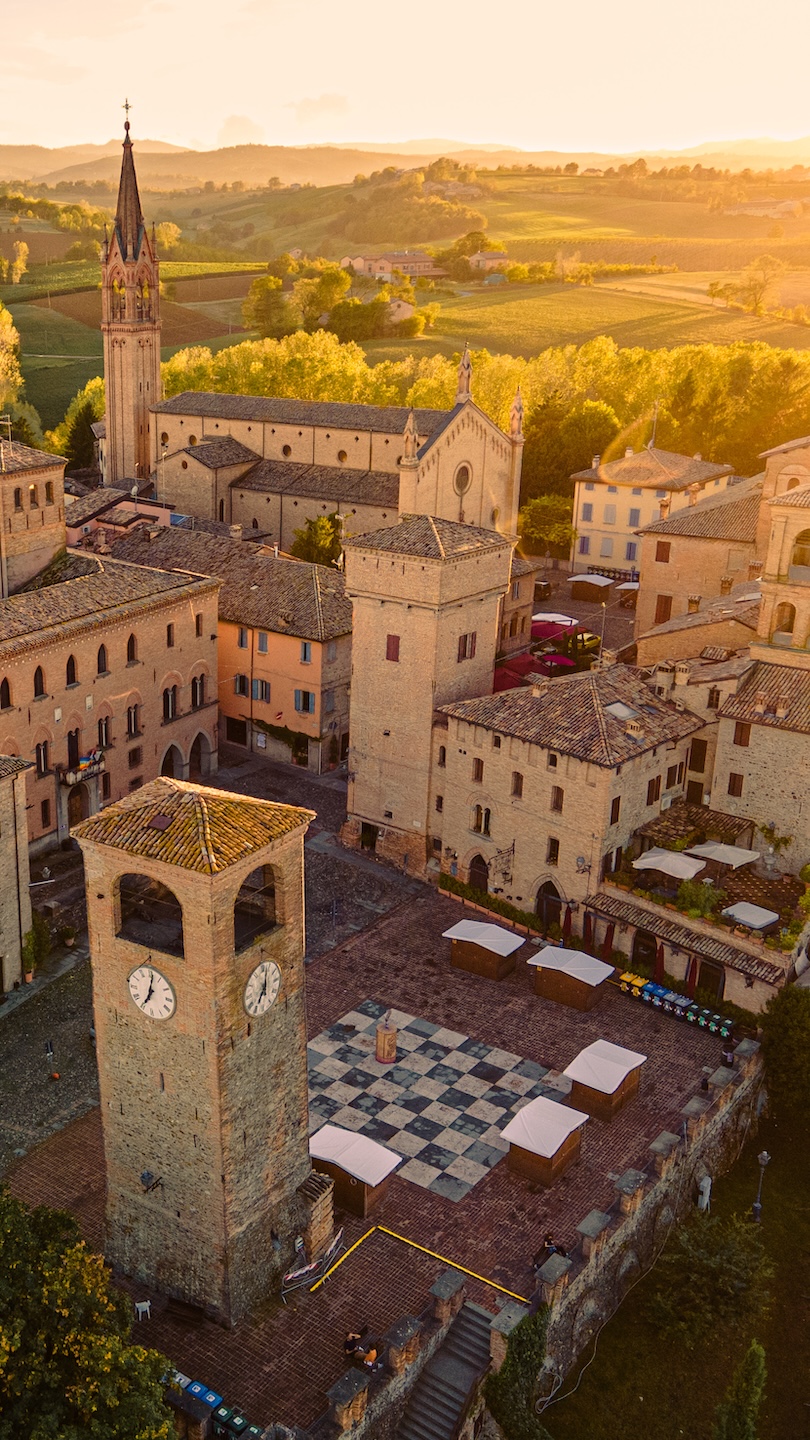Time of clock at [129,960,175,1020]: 7:01
